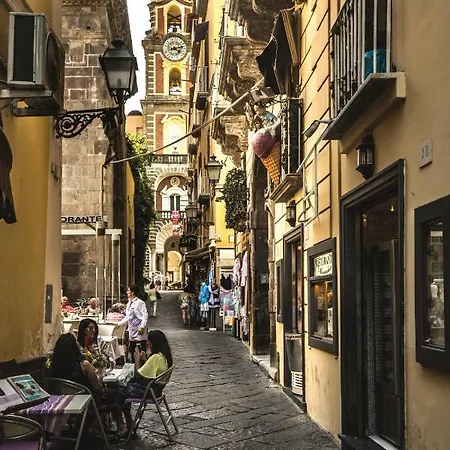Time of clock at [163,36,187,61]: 4:12
